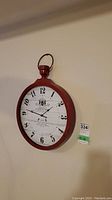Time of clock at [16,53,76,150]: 1:46
